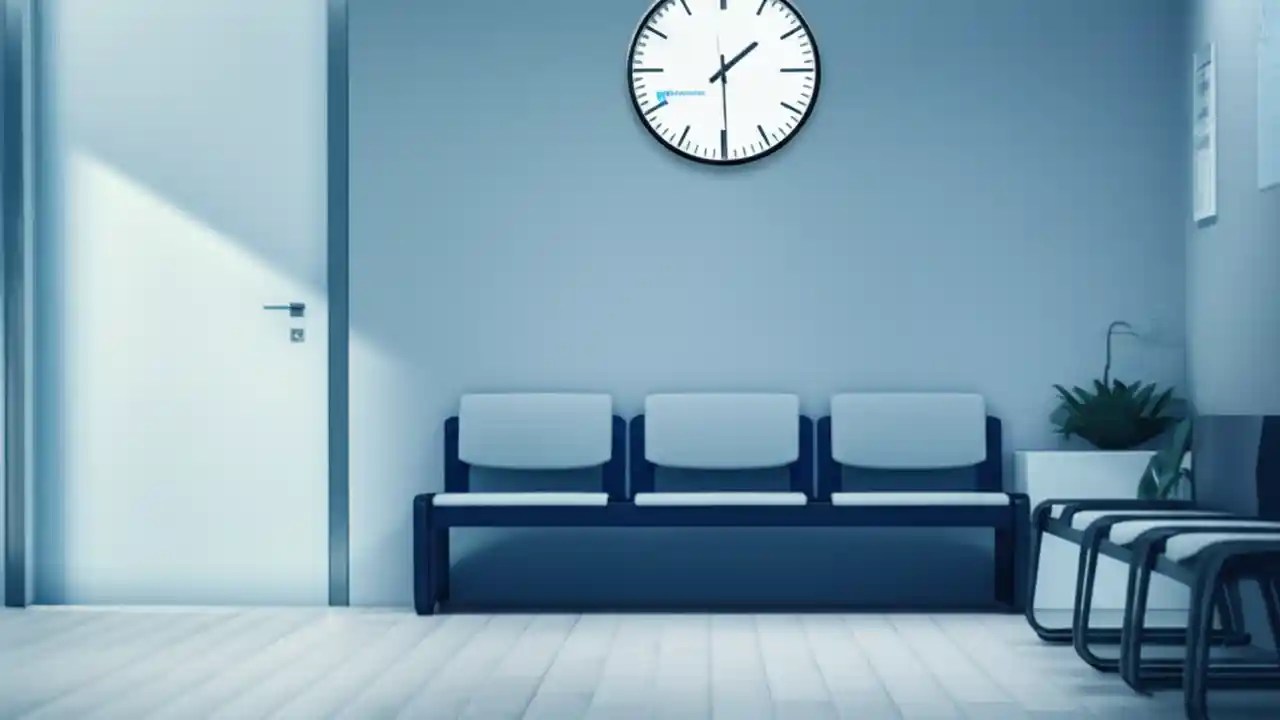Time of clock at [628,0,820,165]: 1:29
